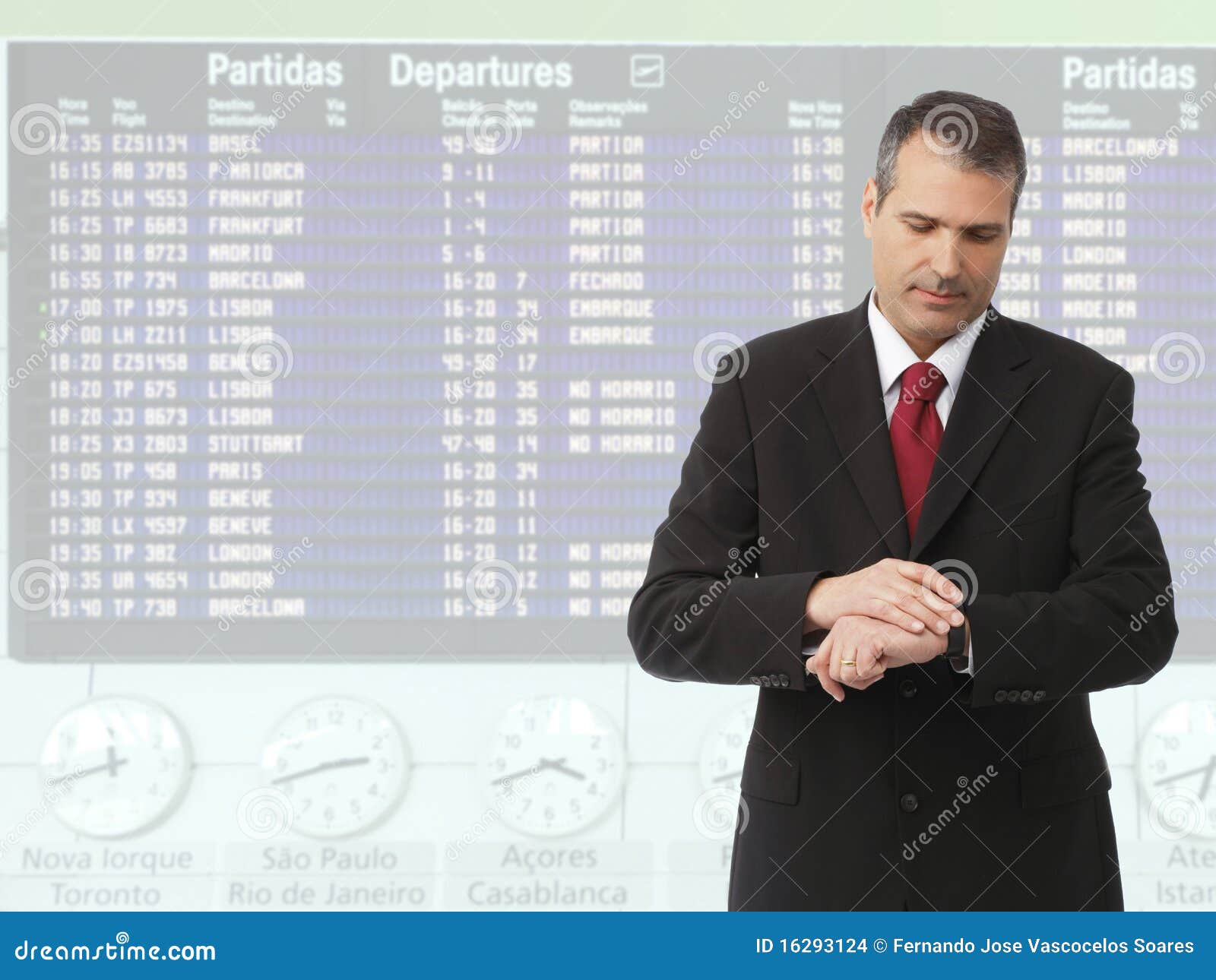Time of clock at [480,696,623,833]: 3:42
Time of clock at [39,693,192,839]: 11:42
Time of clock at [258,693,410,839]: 2:42
